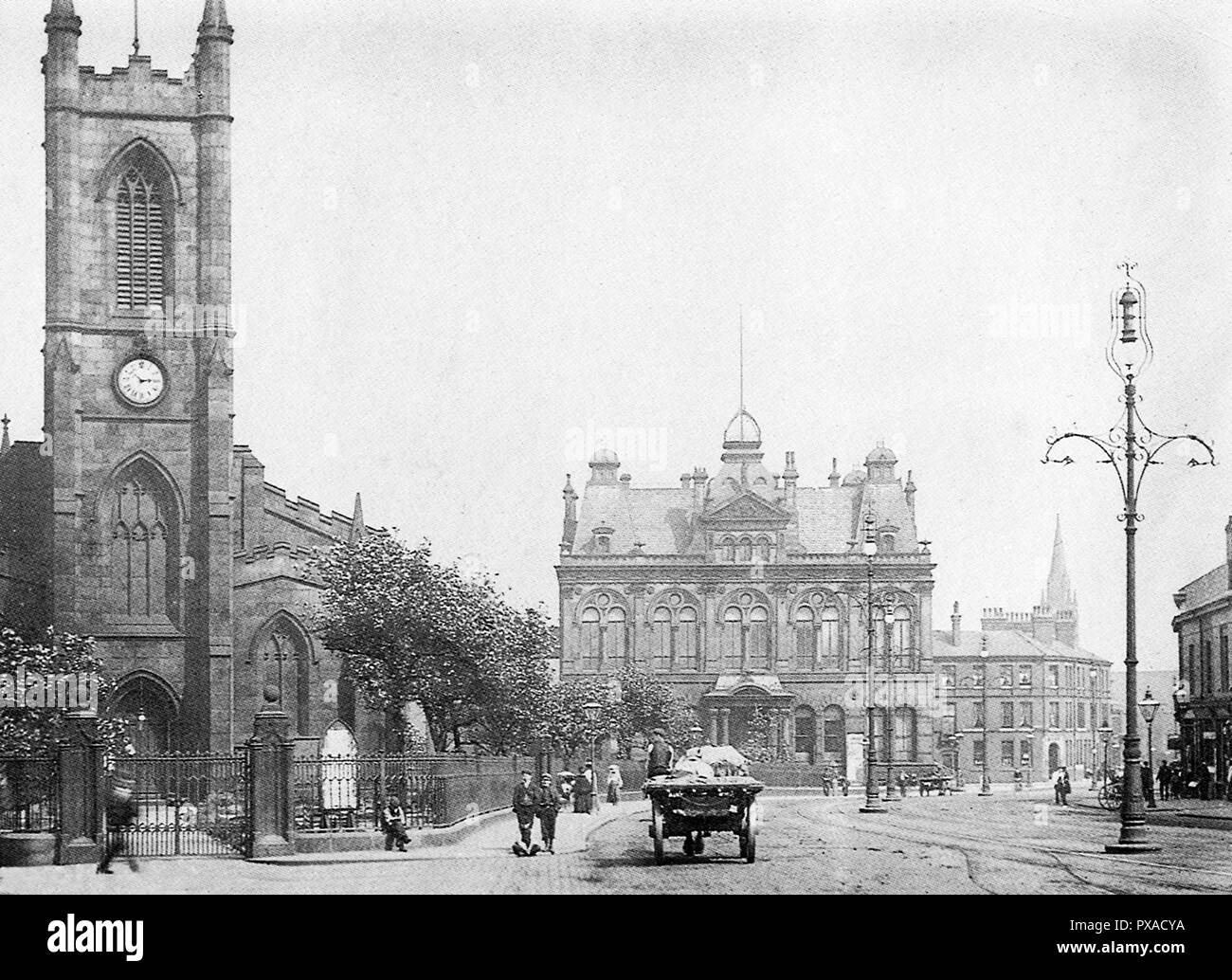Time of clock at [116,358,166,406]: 2:52
